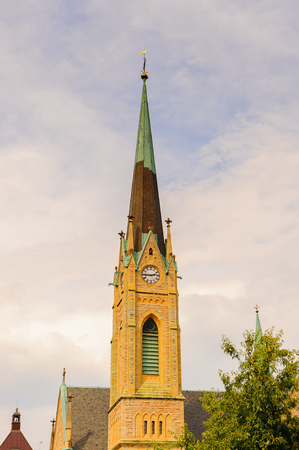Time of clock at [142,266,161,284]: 2:45
